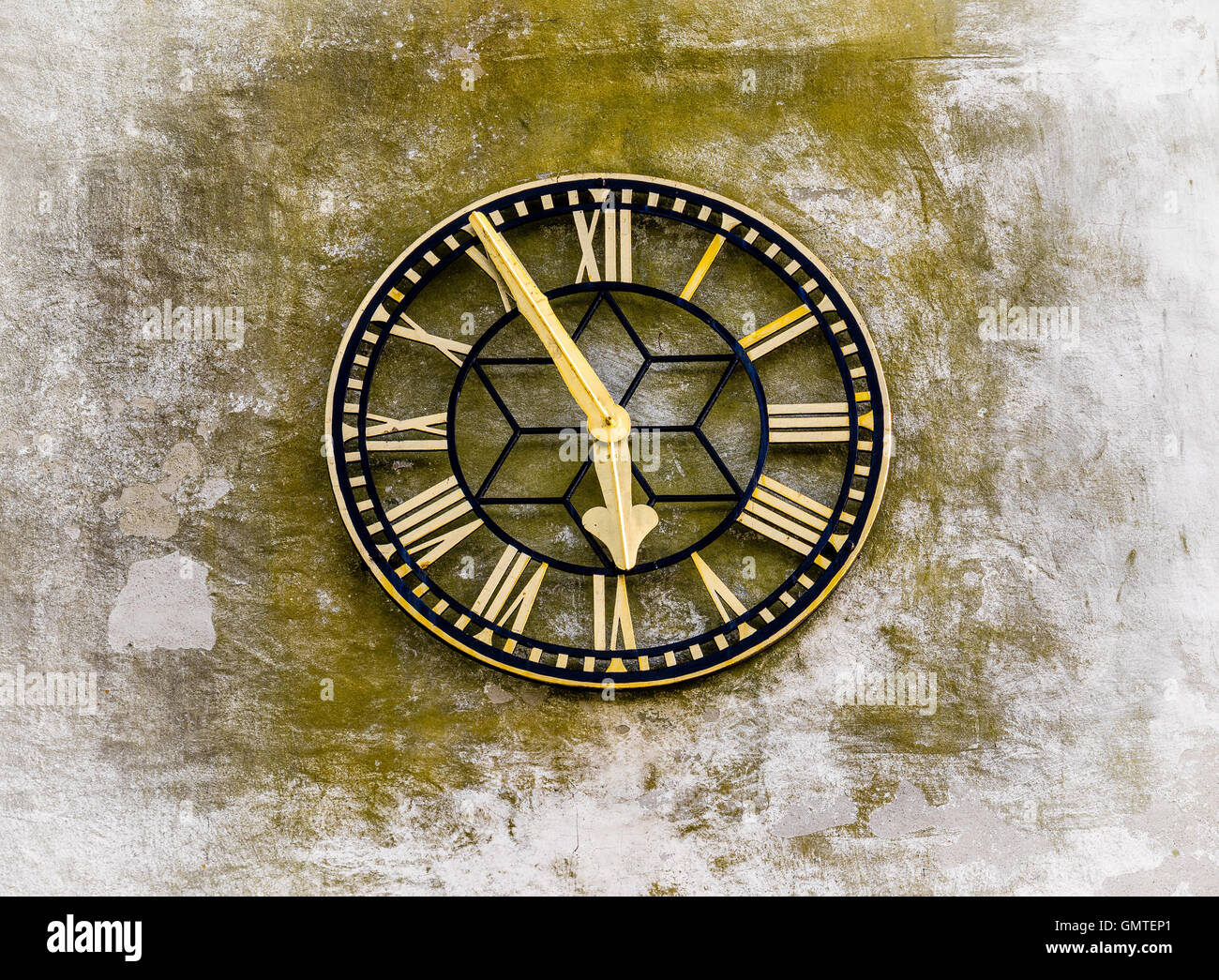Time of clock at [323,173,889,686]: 5:54
